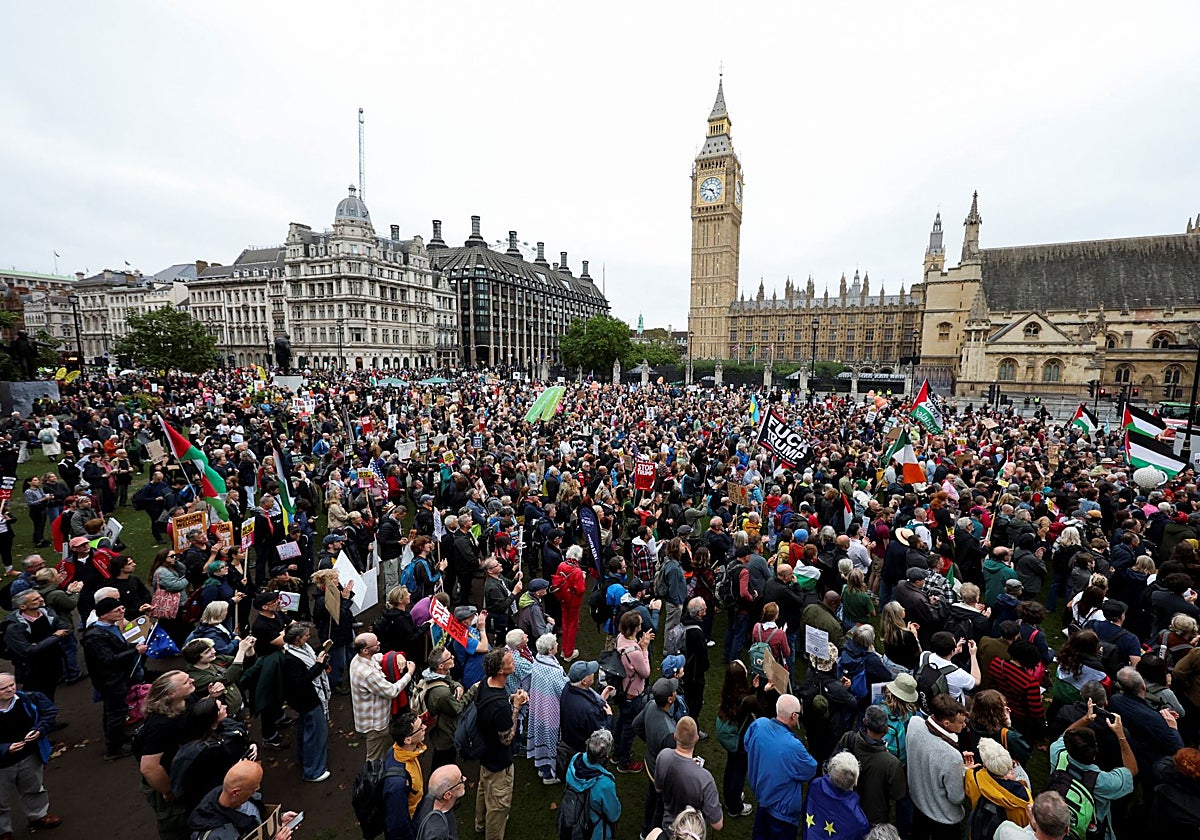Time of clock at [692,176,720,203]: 4:47
